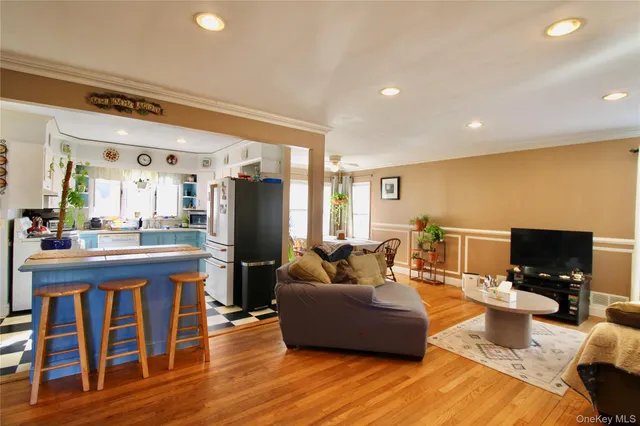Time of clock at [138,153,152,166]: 11:16
